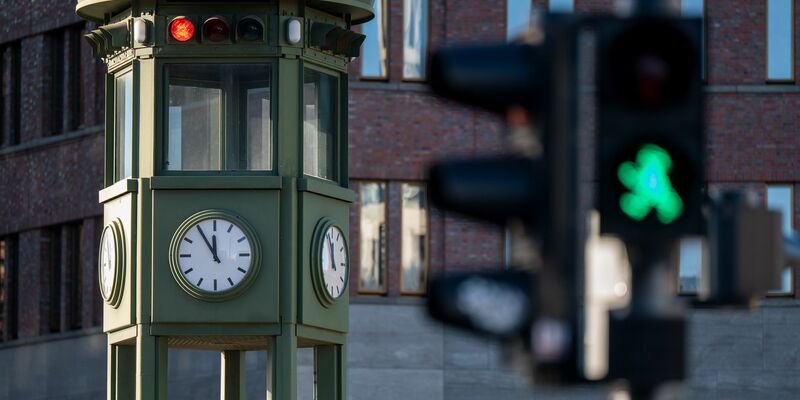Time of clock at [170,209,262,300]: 11:54
